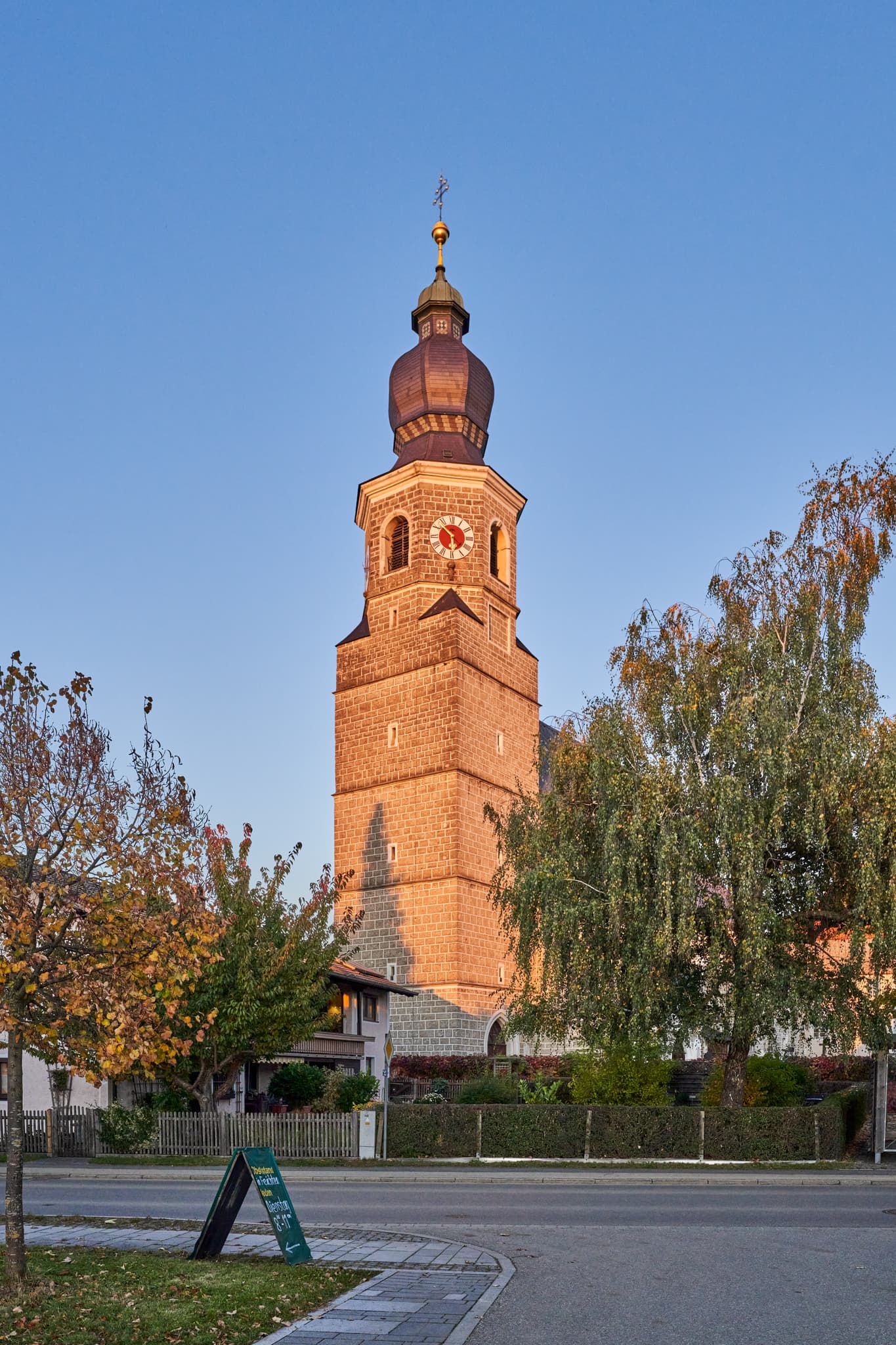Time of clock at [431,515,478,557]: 5:52
